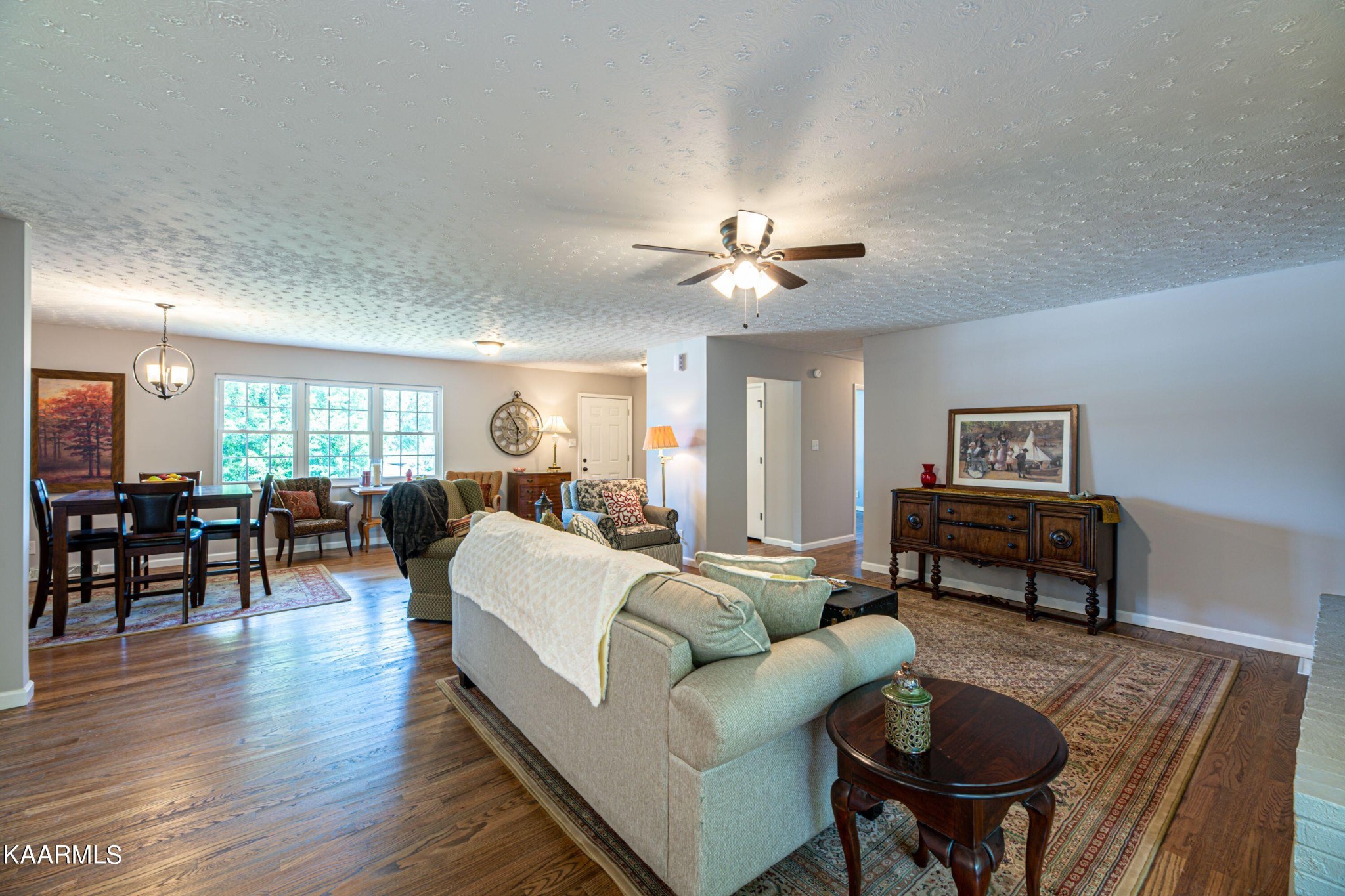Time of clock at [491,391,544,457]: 5:54
